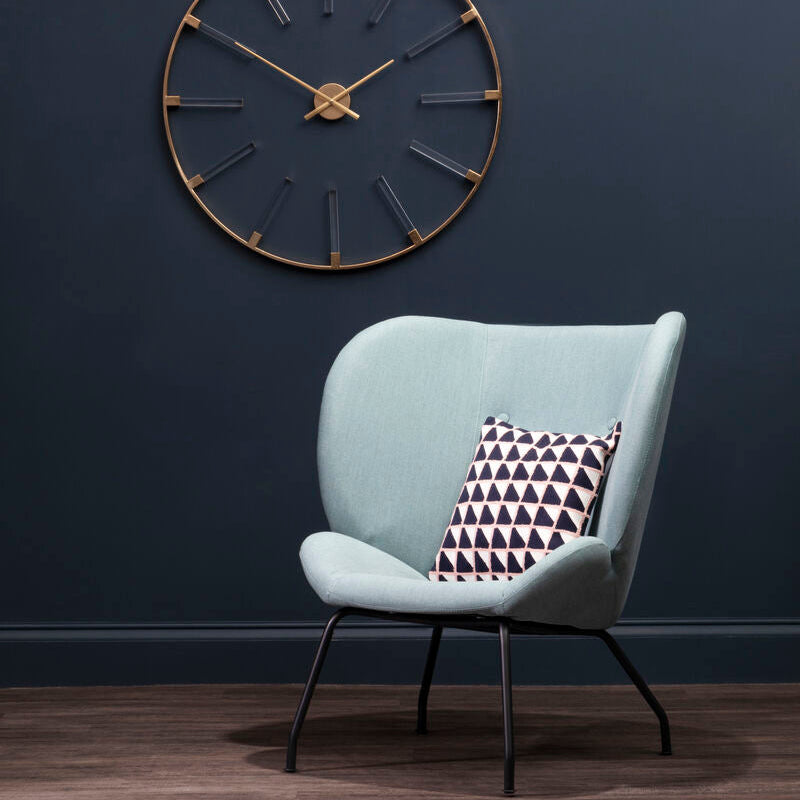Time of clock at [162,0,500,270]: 1:50
